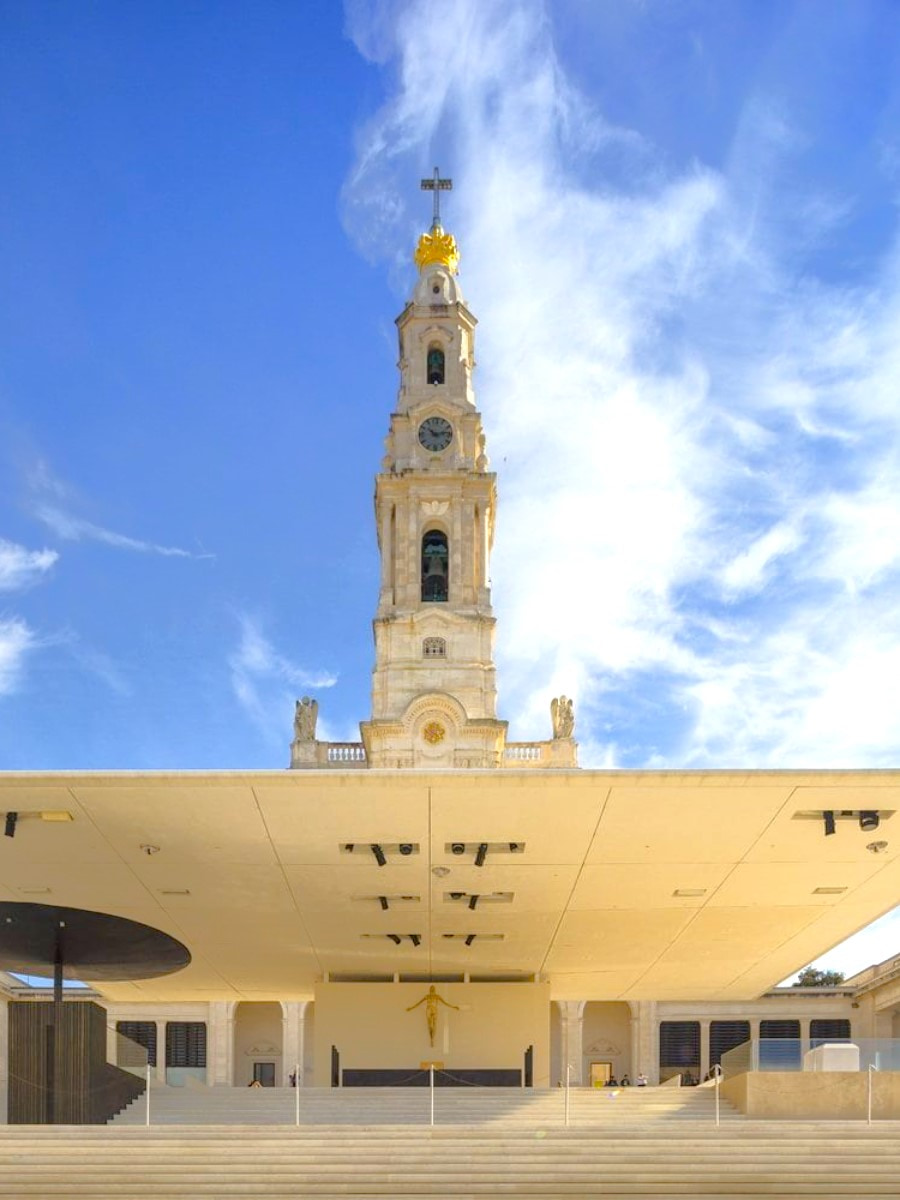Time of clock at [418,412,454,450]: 10:13
